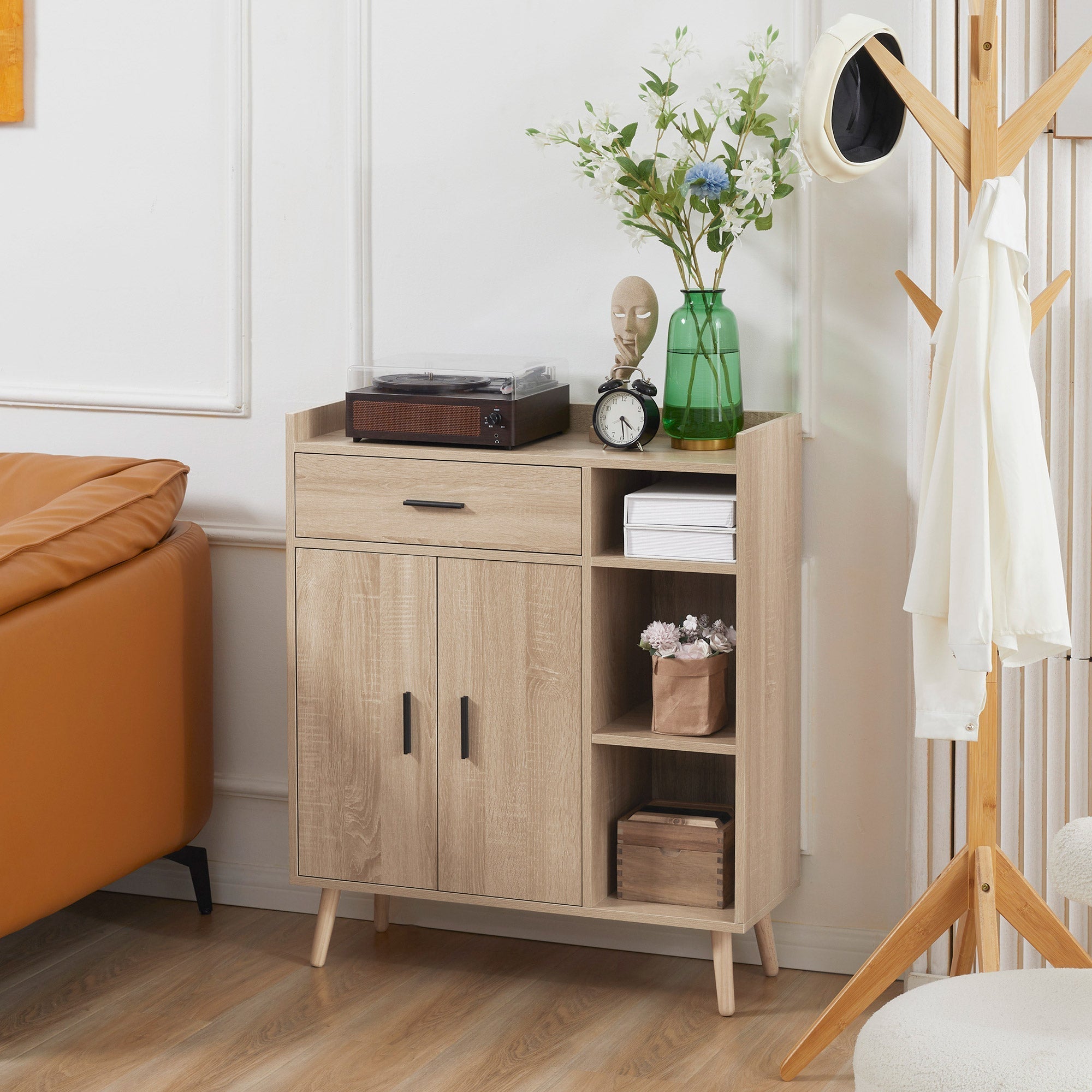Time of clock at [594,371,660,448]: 4:29
